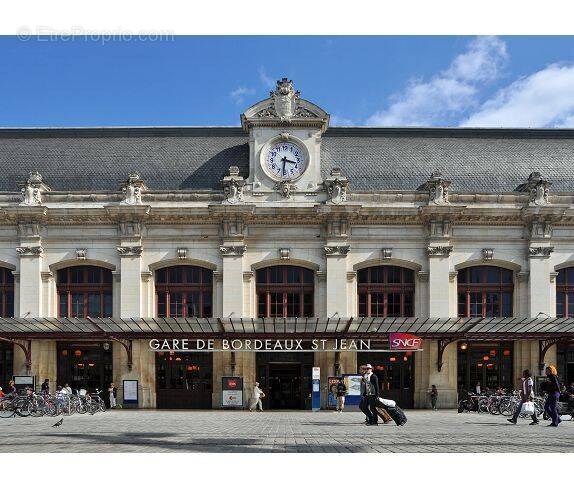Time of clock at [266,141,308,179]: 3:31
